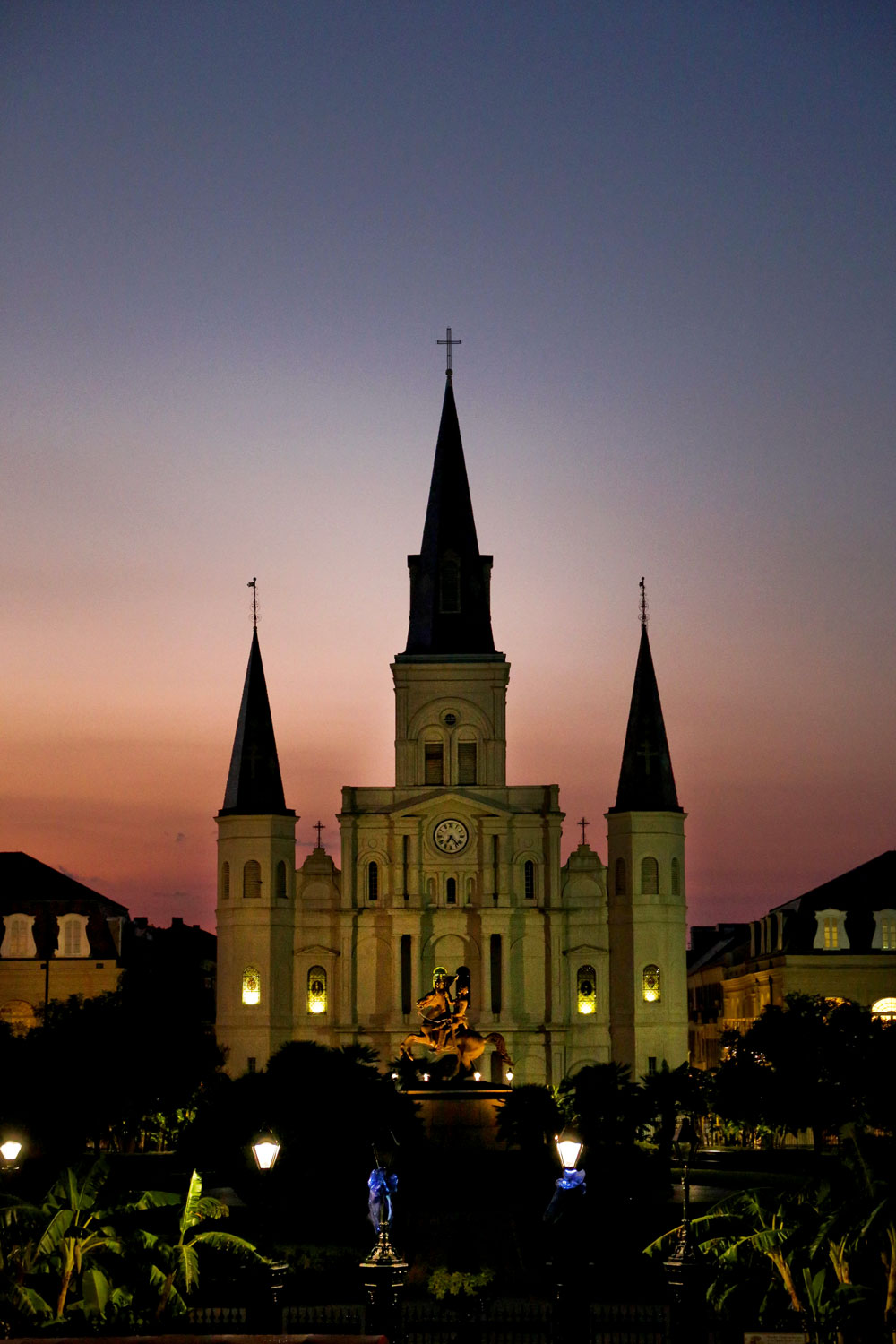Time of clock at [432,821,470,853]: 7:23
